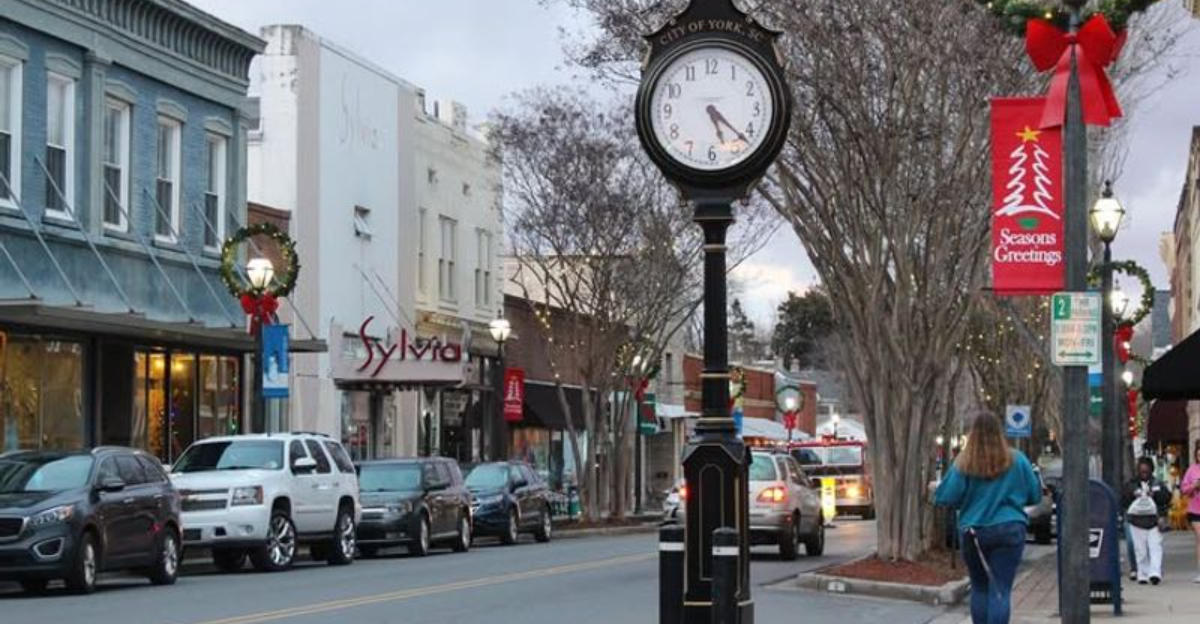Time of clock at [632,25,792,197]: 5:22
